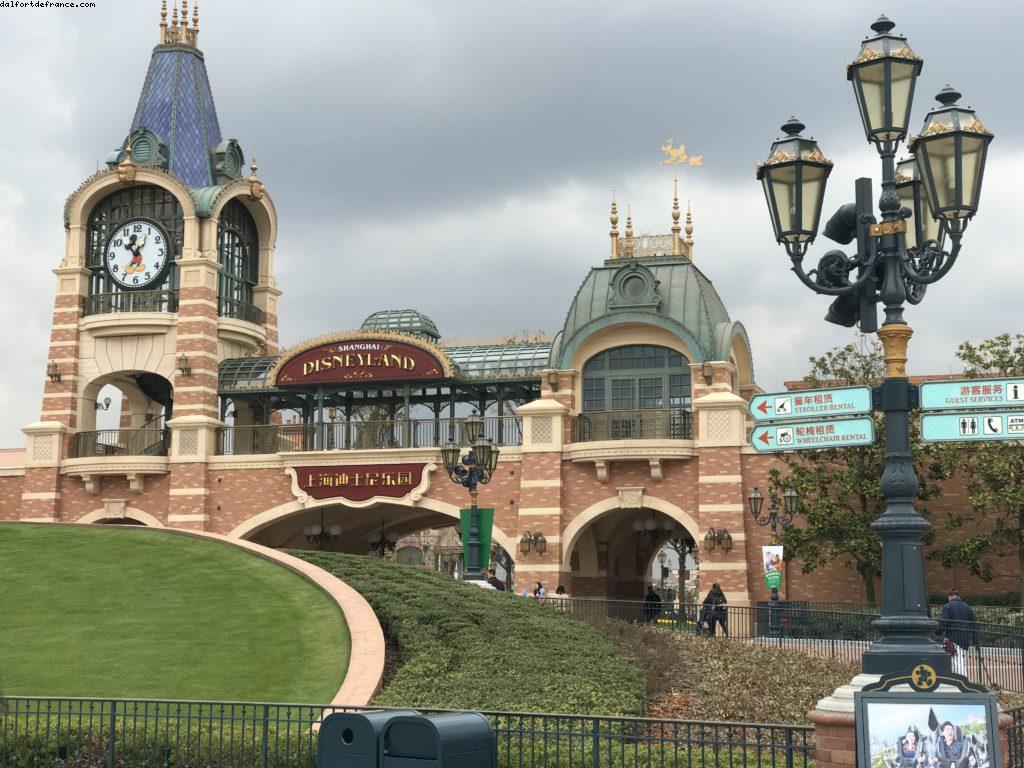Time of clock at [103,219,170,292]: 10:35
